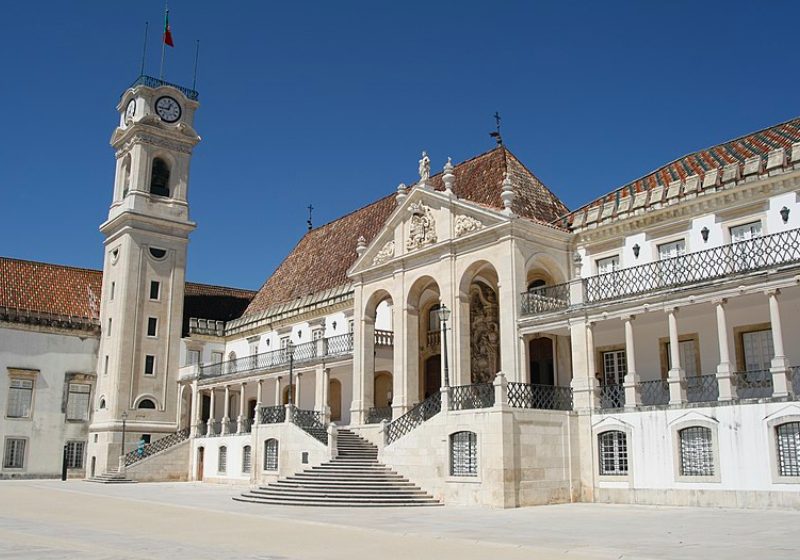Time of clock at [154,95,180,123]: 12:44
